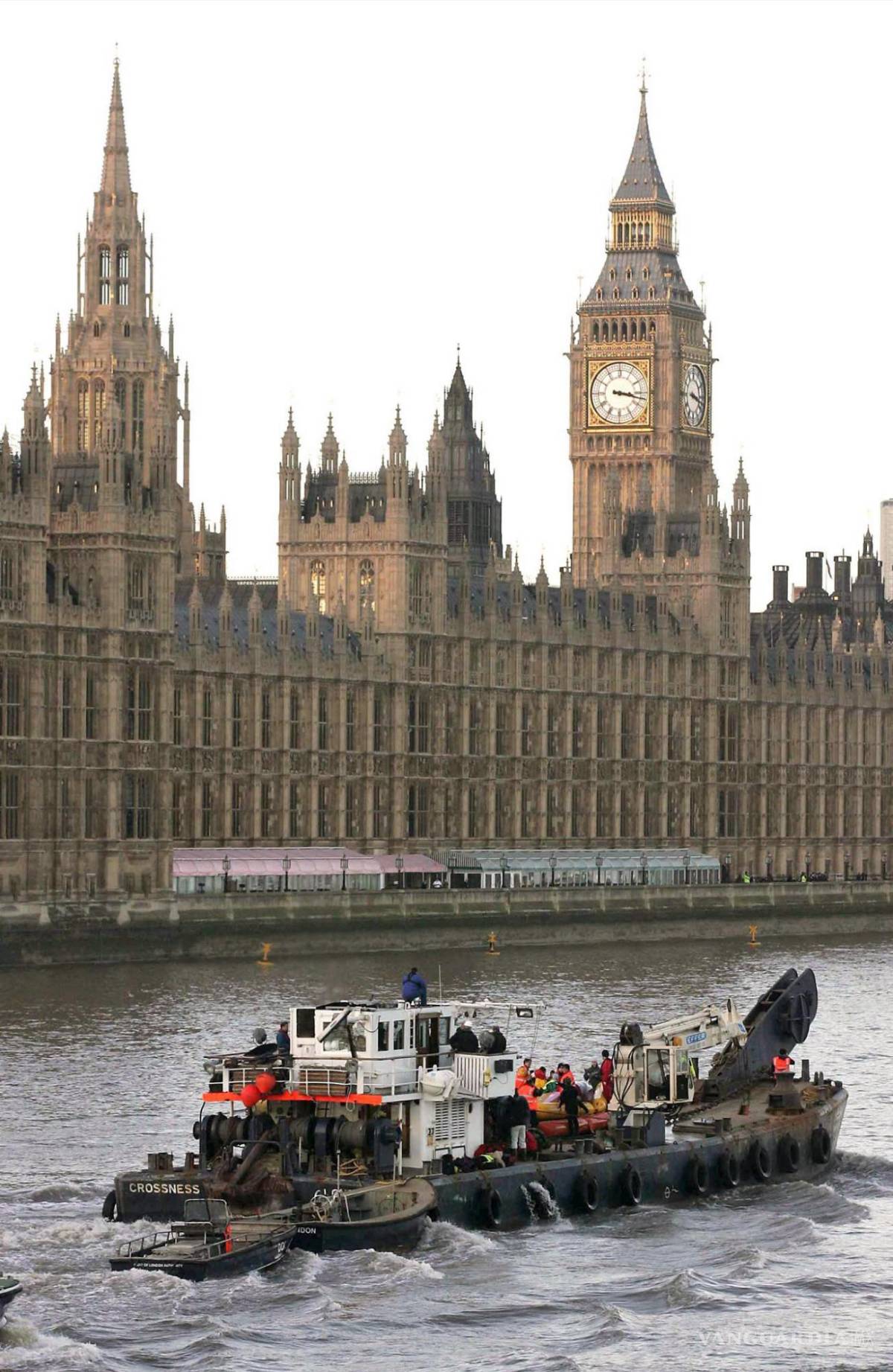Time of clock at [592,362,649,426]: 3:17
